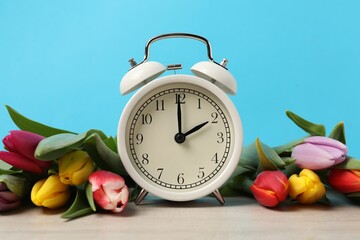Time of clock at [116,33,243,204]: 2:00
